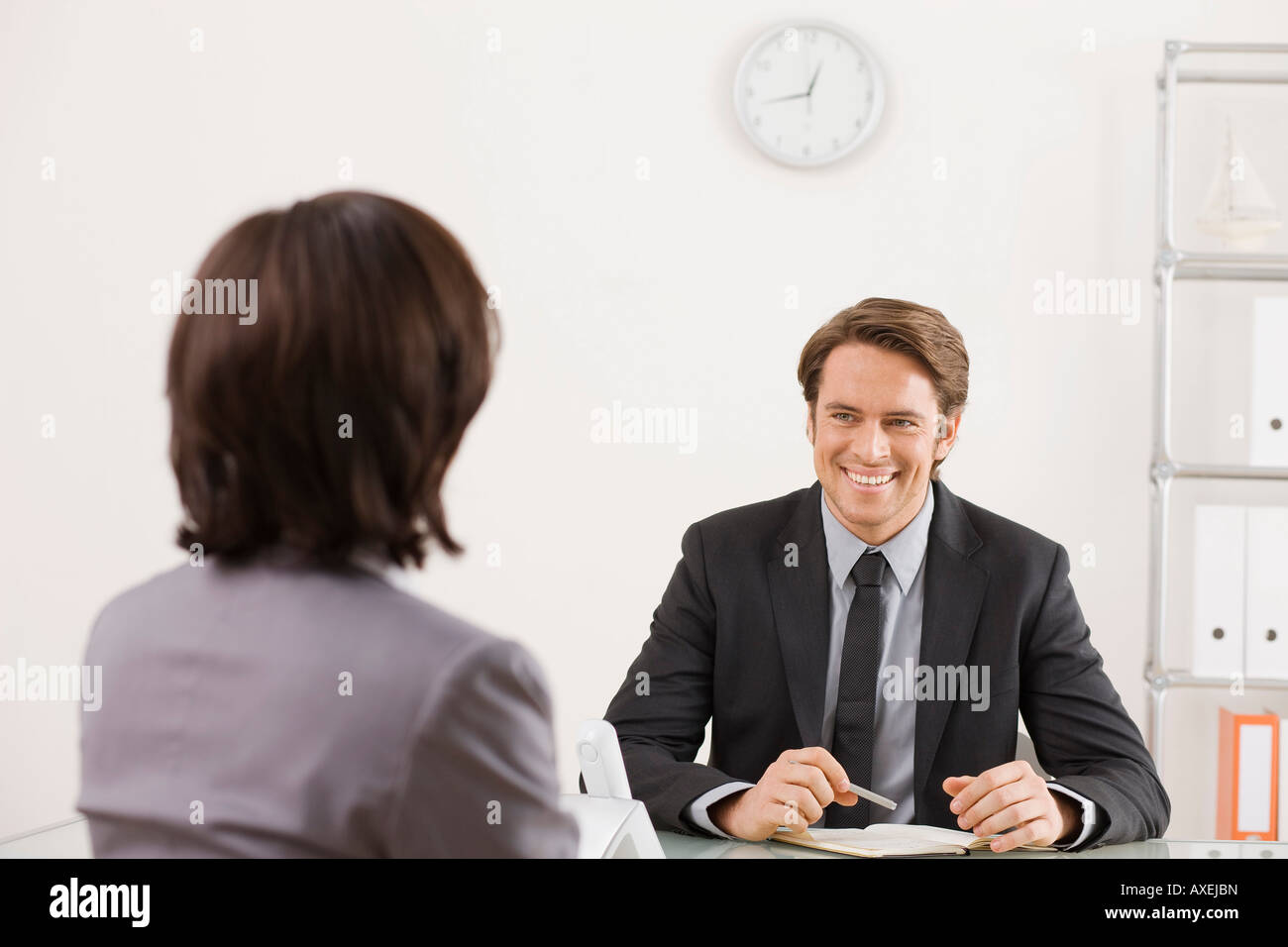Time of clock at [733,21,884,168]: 12:42
